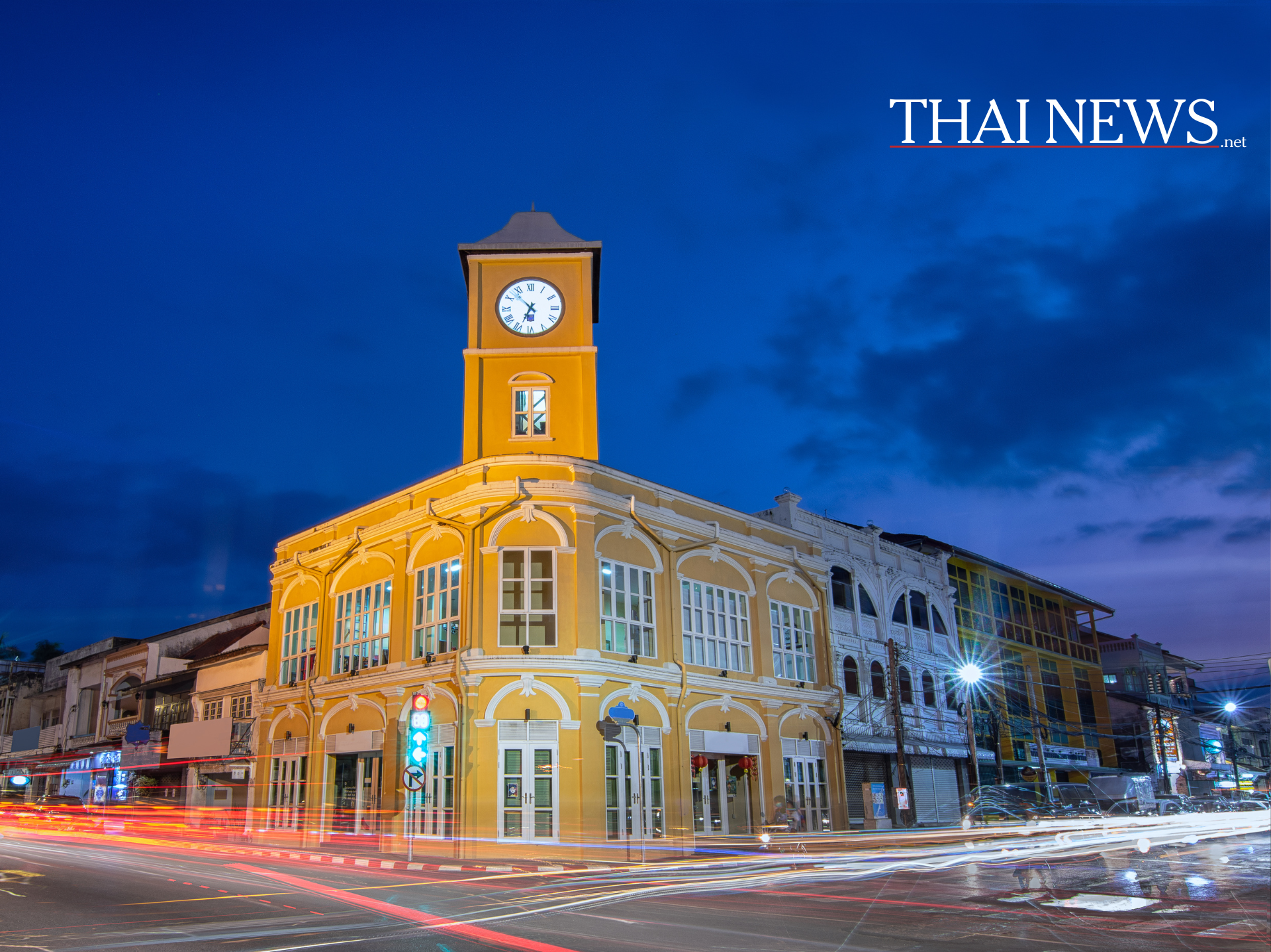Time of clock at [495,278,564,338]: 6:52
